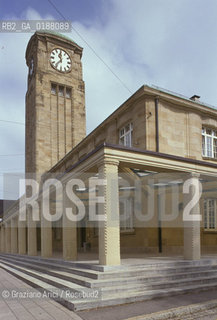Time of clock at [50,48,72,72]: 11:36
